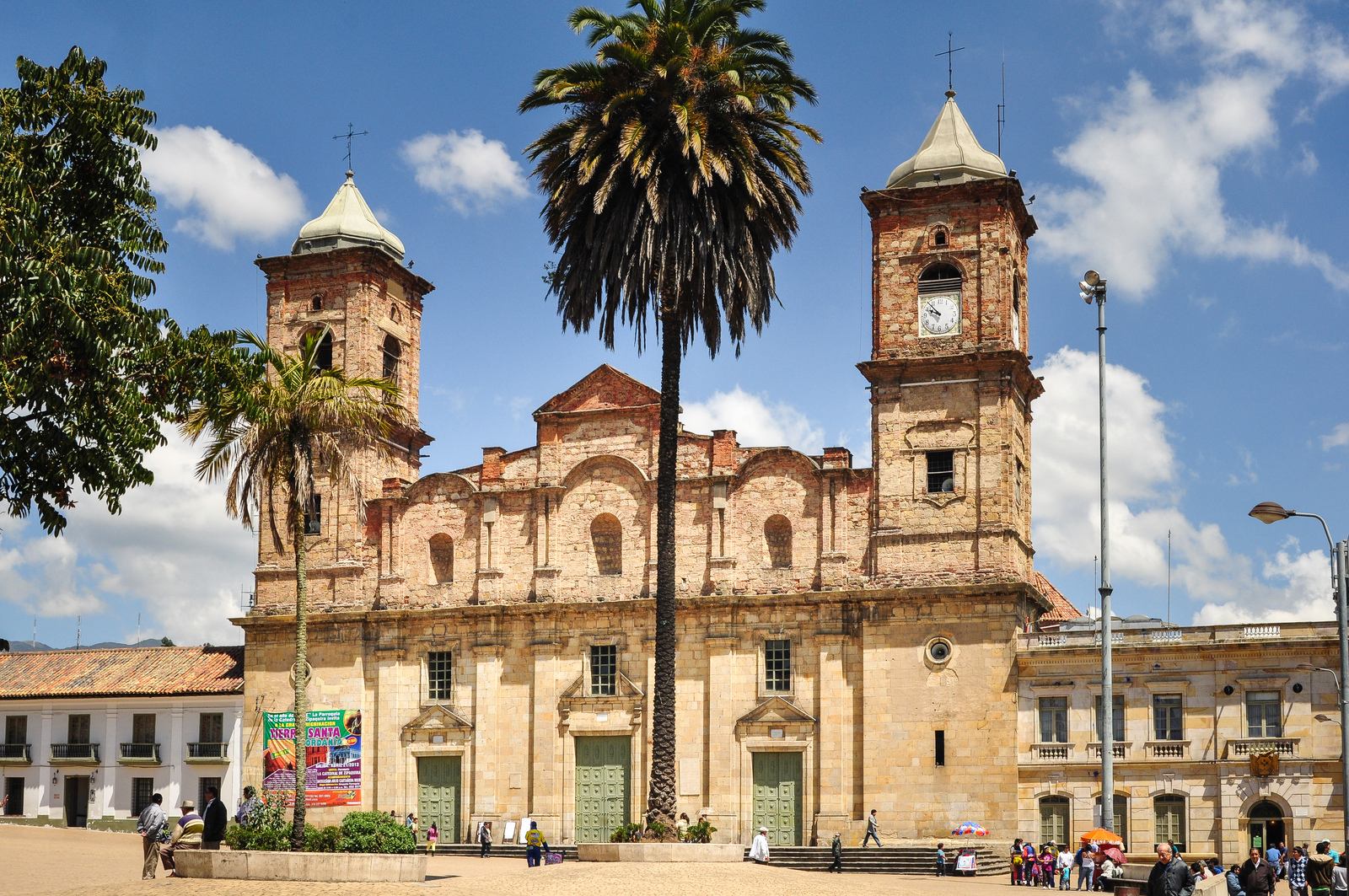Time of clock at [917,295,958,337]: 9:53
